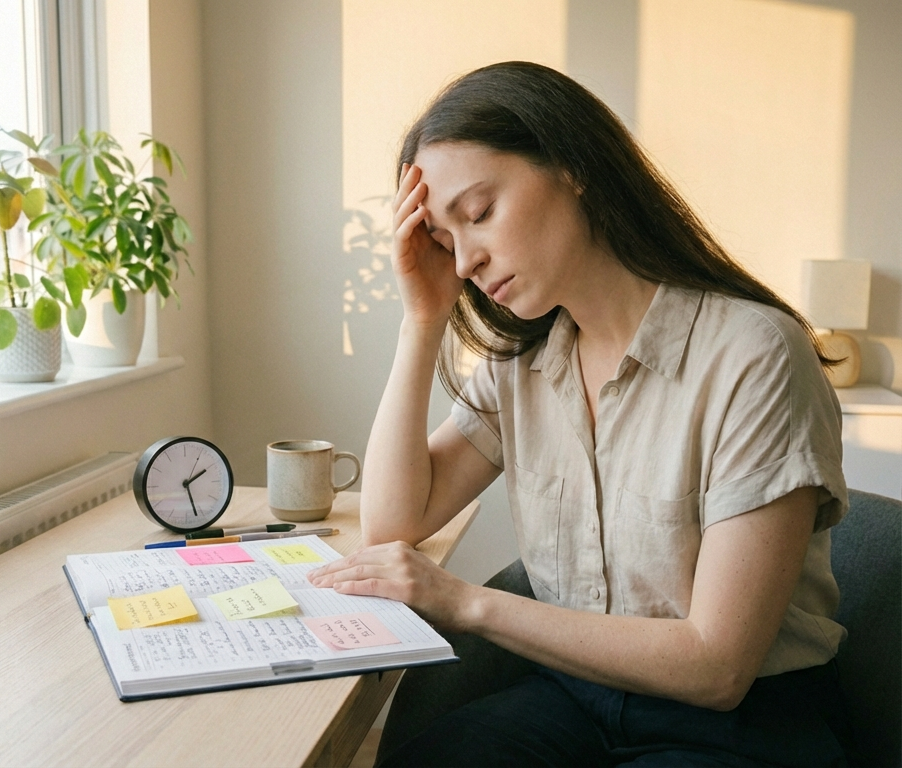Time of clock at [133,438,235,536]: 1:27
